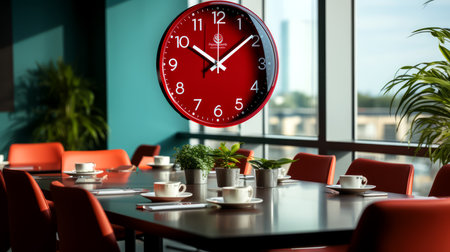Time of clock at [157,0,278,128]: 10:08
